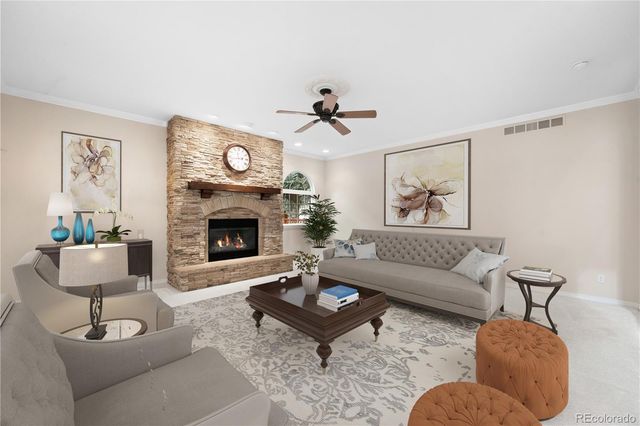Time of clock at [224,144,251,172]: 2:42
